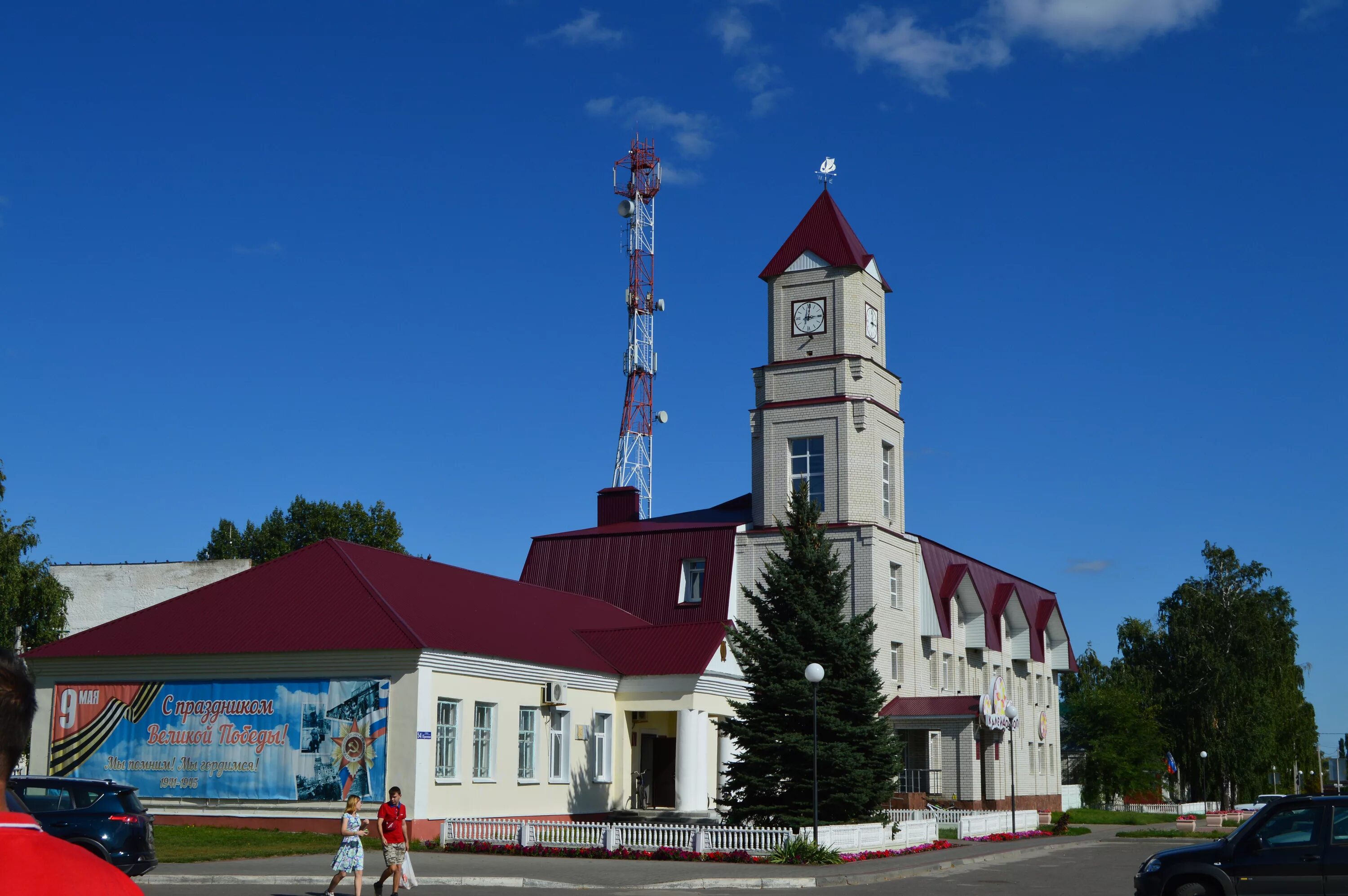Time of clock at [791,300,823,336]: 12:14
